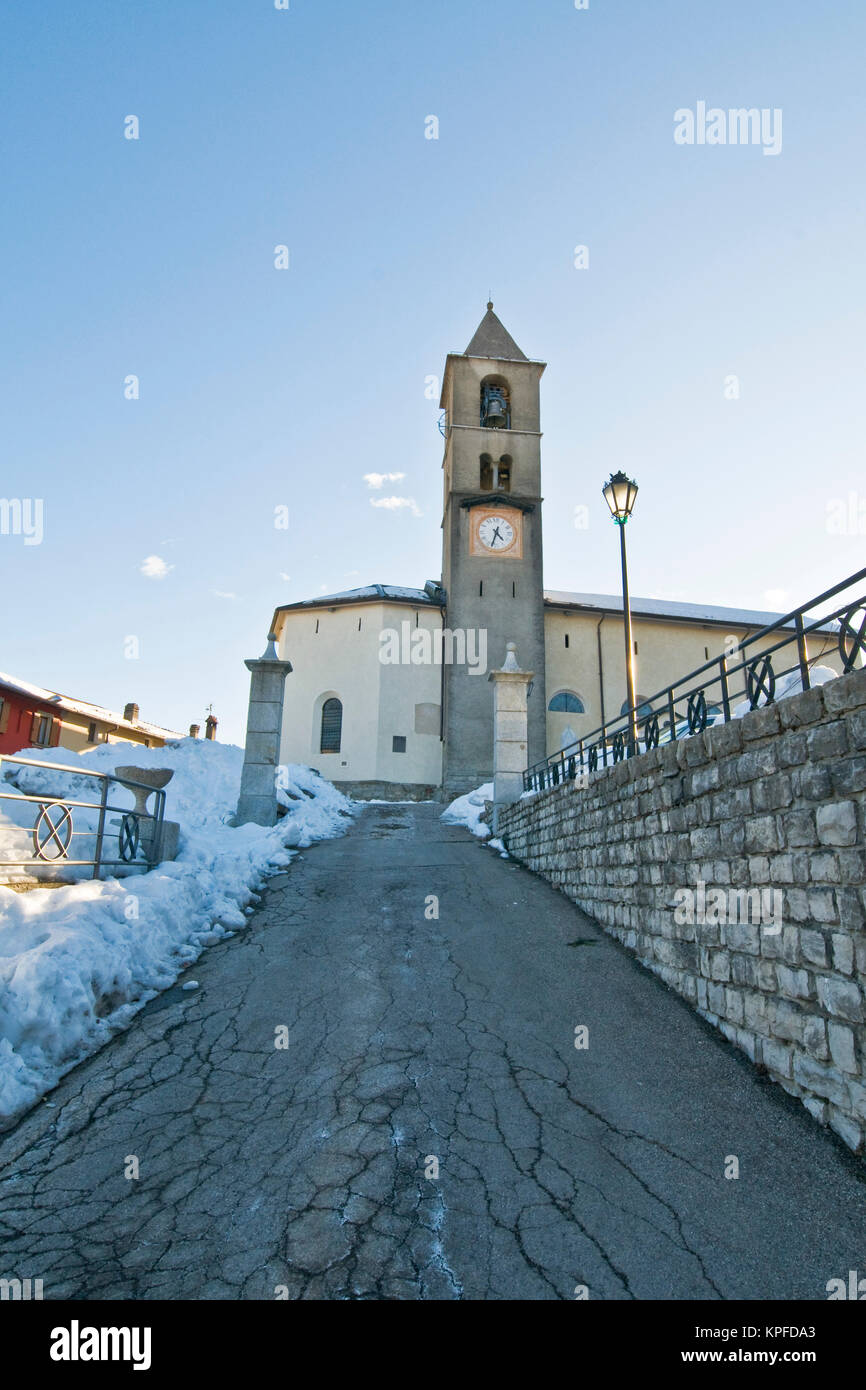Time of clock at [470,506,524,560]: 4:33
